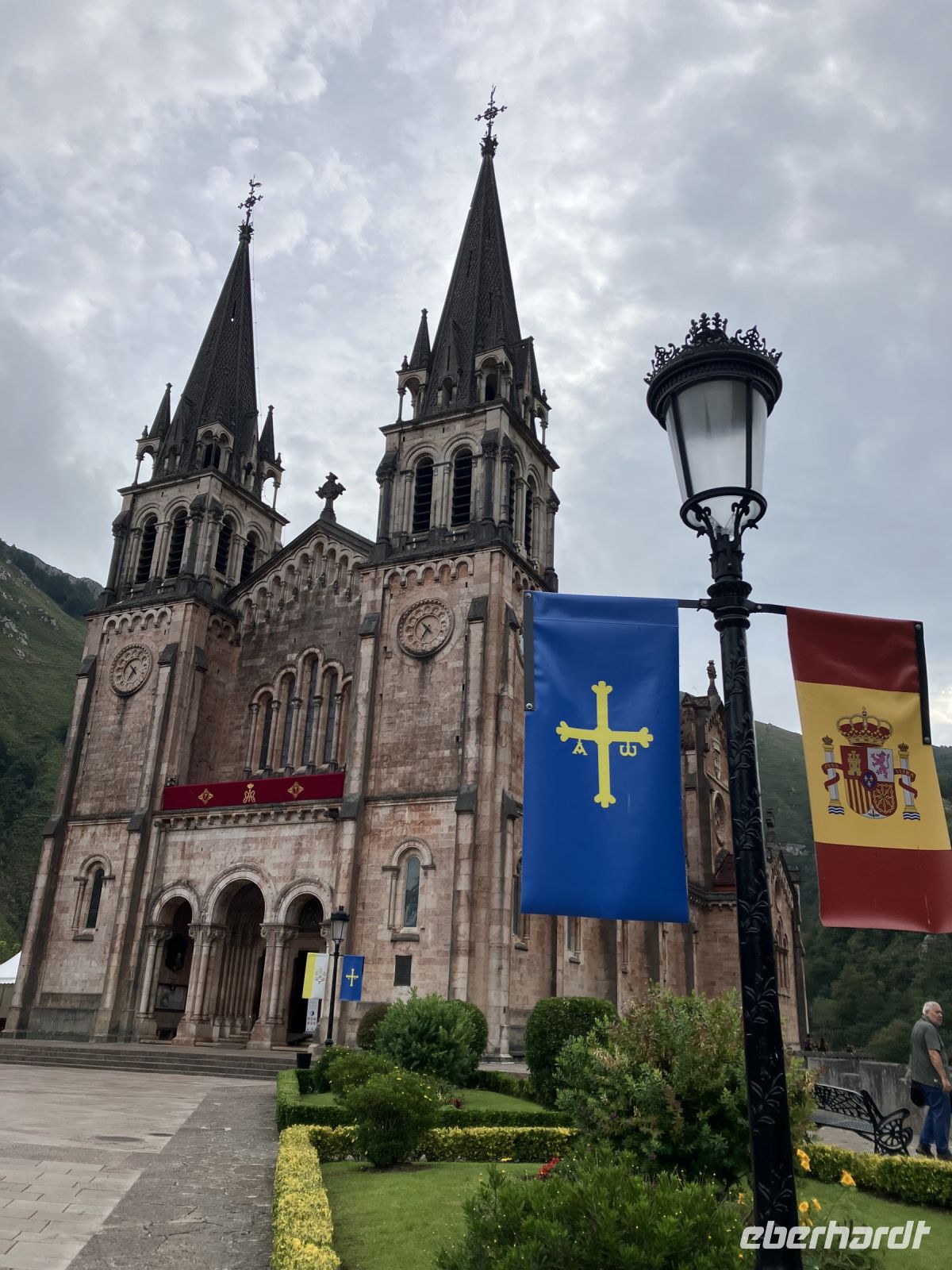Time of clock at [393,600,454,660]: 6:52
